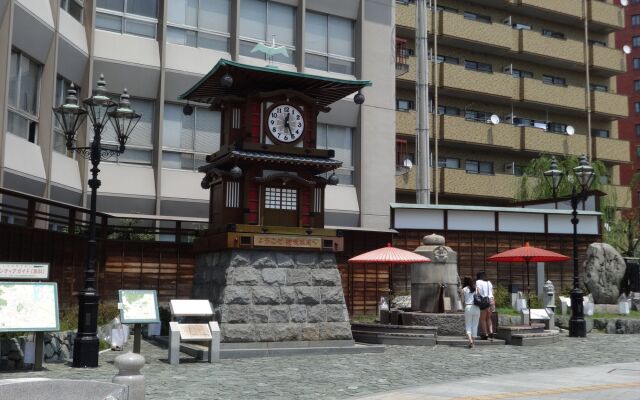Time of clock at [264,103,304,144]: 12:25
